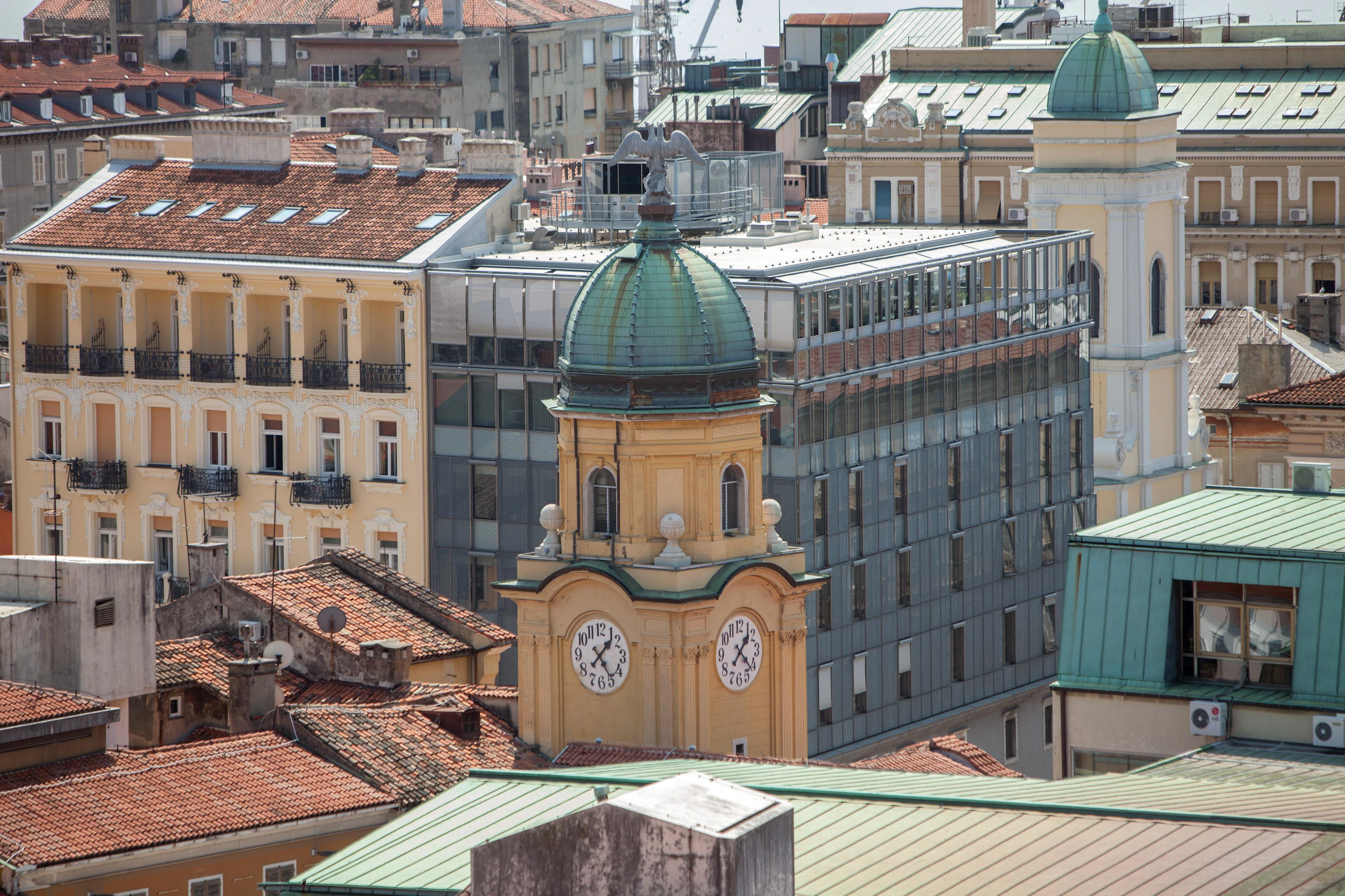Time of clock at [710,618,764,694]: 1:21
